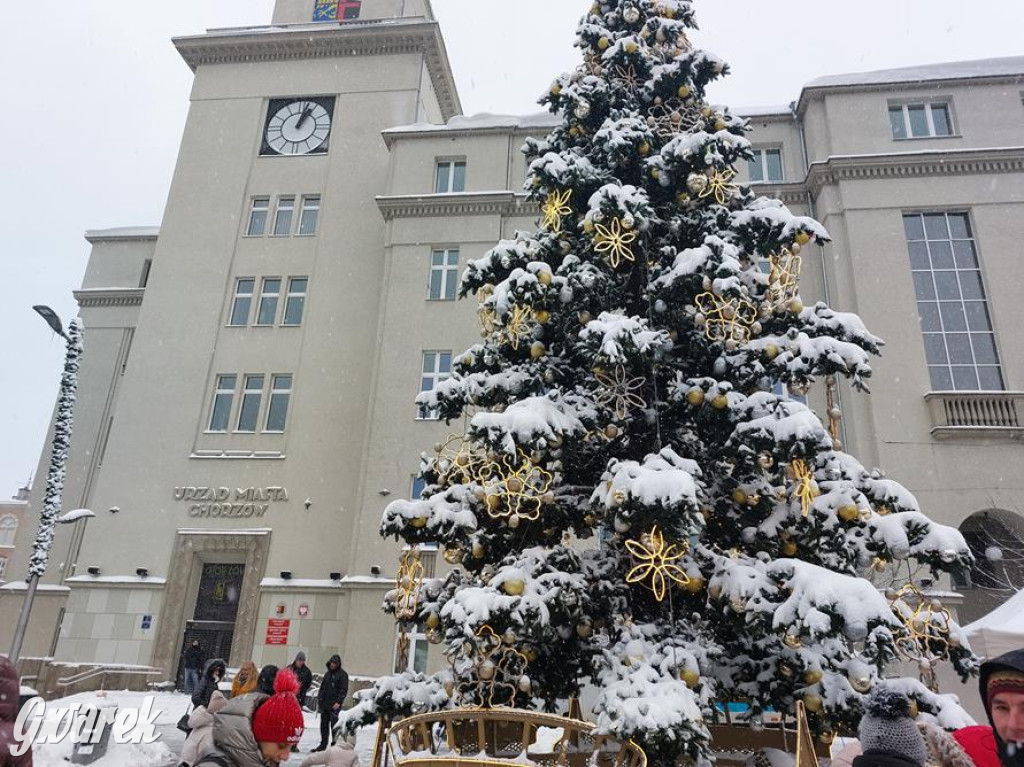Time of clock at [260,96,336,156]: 1:02
